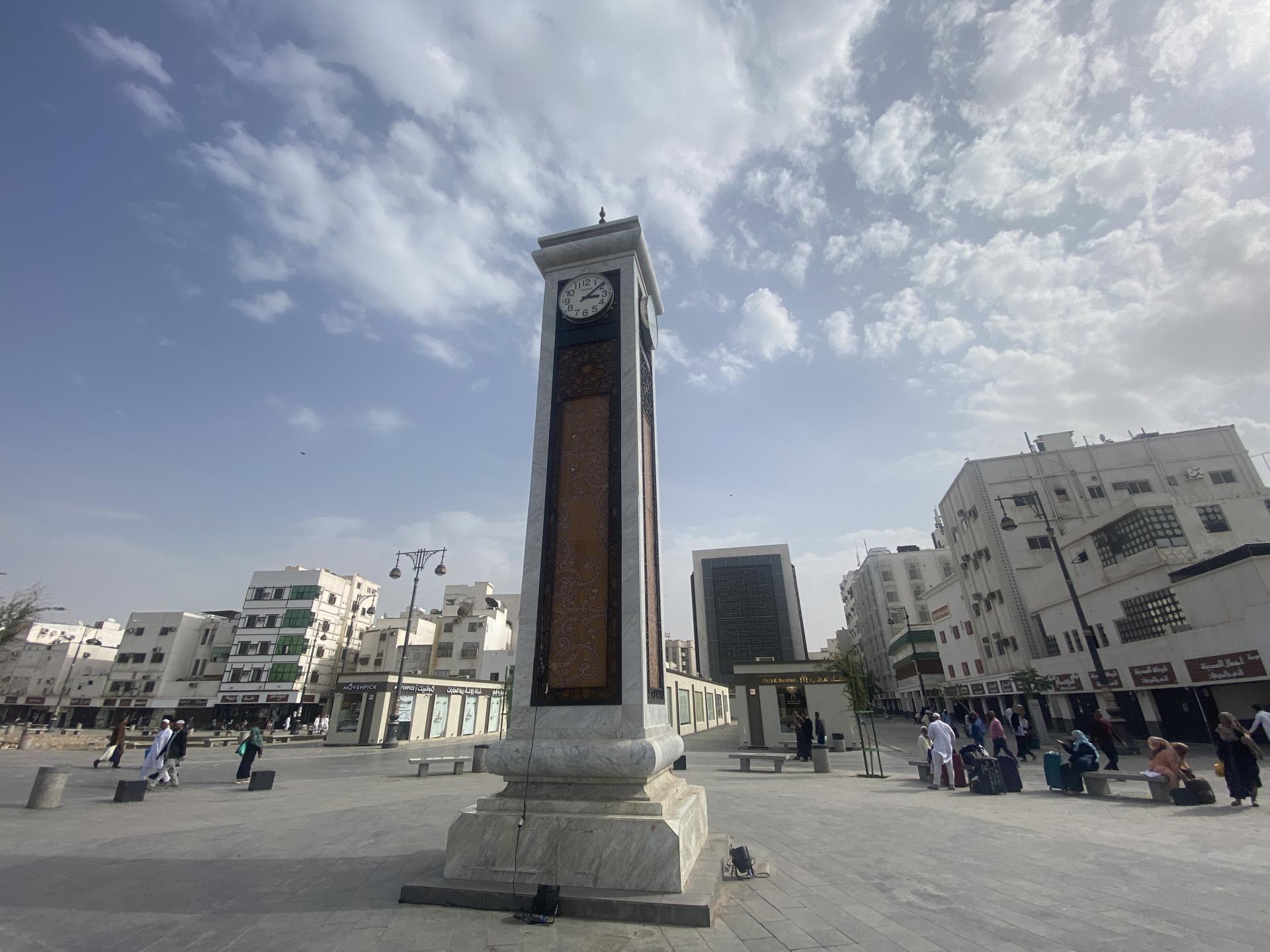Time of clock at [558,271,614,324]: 3:08
